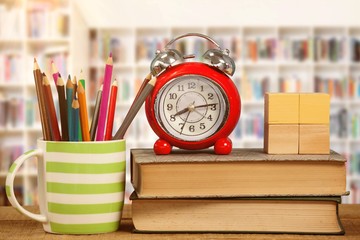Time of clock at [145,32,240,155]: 8:13
